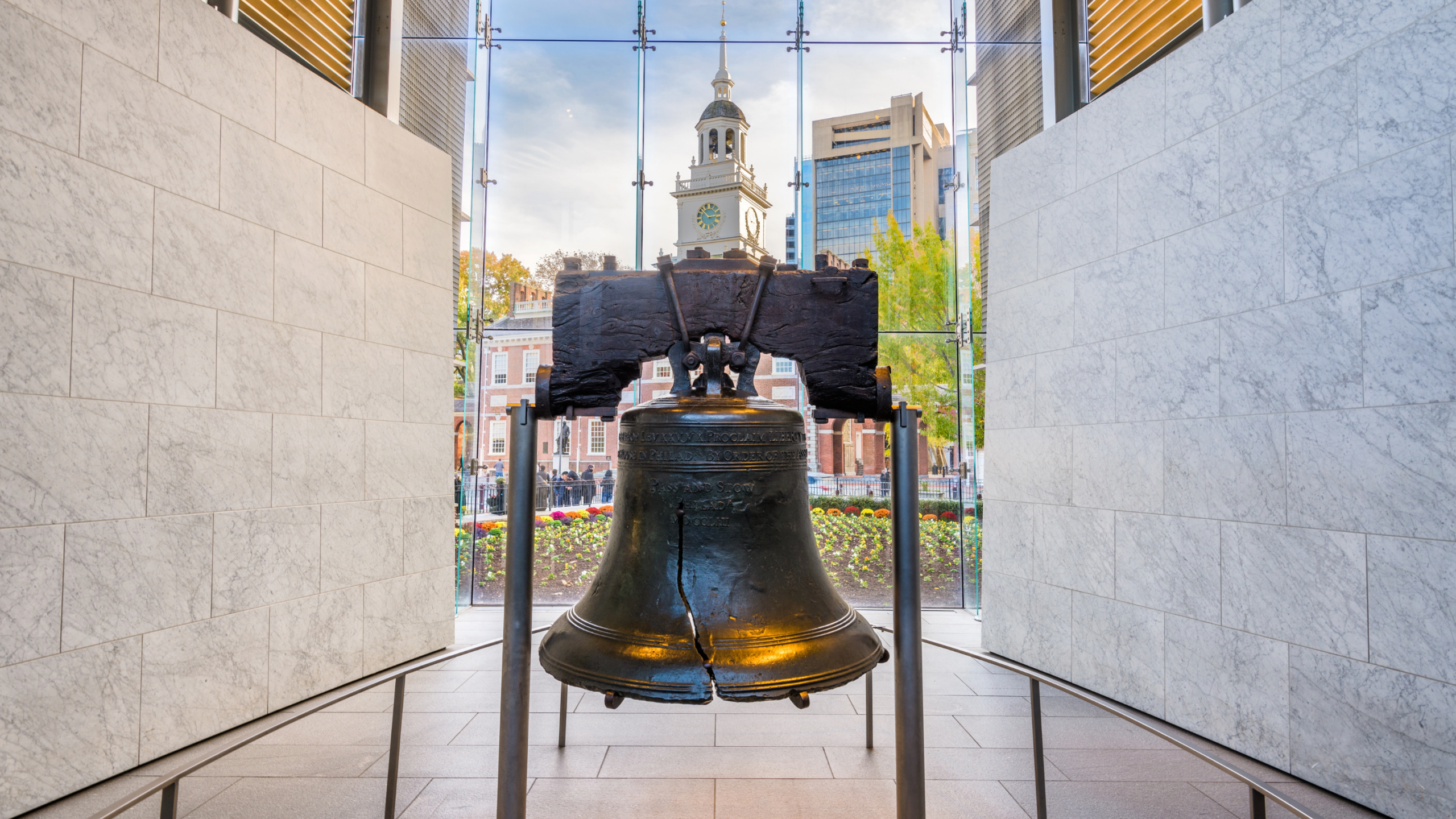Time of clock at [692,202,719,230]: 2:52
